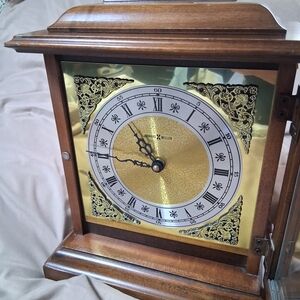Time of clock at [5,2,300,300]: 10:45
